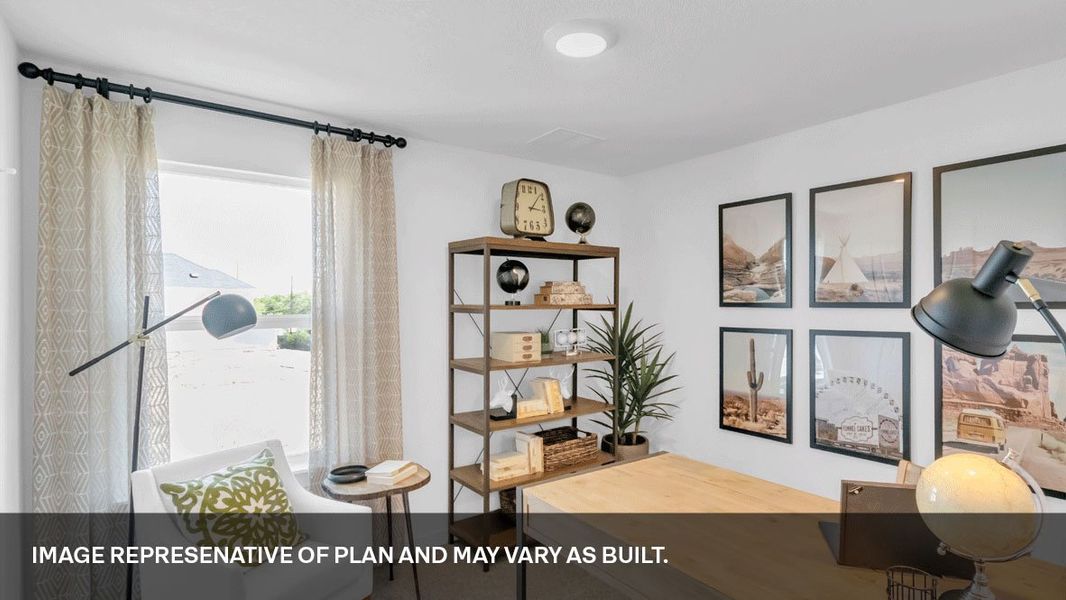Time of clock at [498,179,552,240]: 3:07
